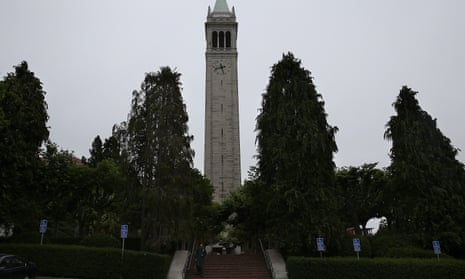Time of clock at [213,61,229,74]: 2:27
